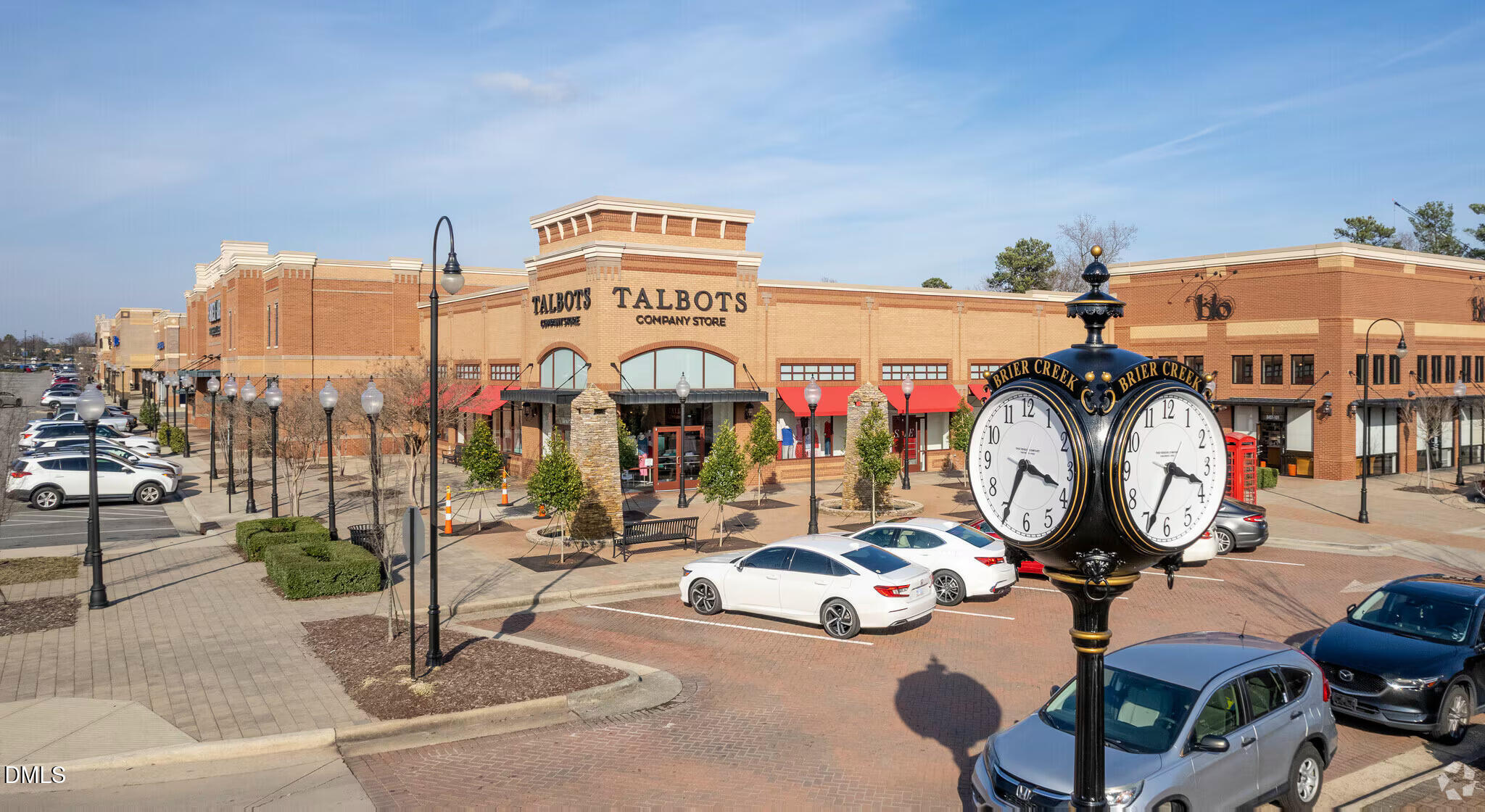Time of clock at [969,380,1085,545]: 3:34
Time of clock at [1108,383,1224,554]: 3:34
